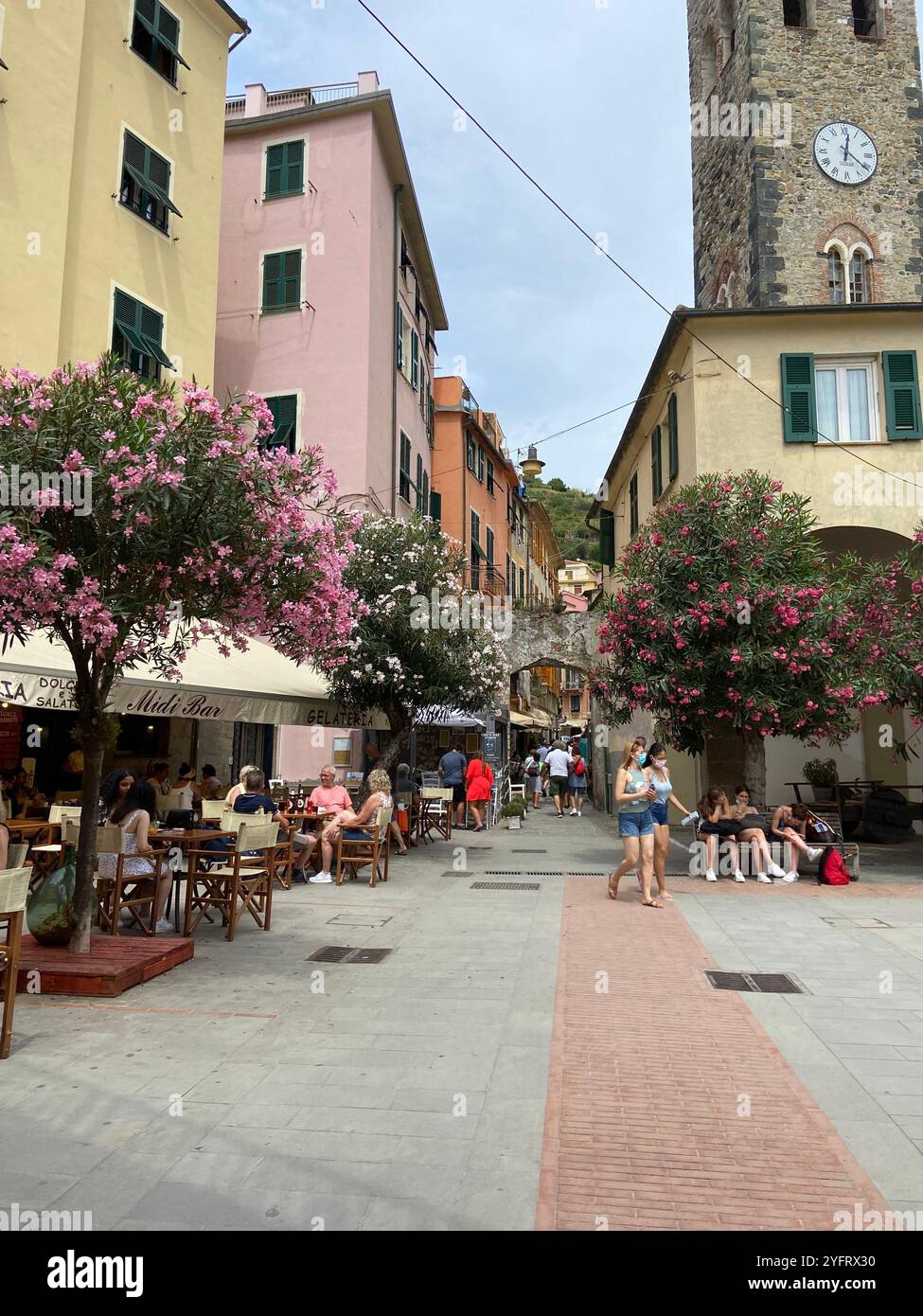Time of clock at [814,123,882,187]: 12:21
